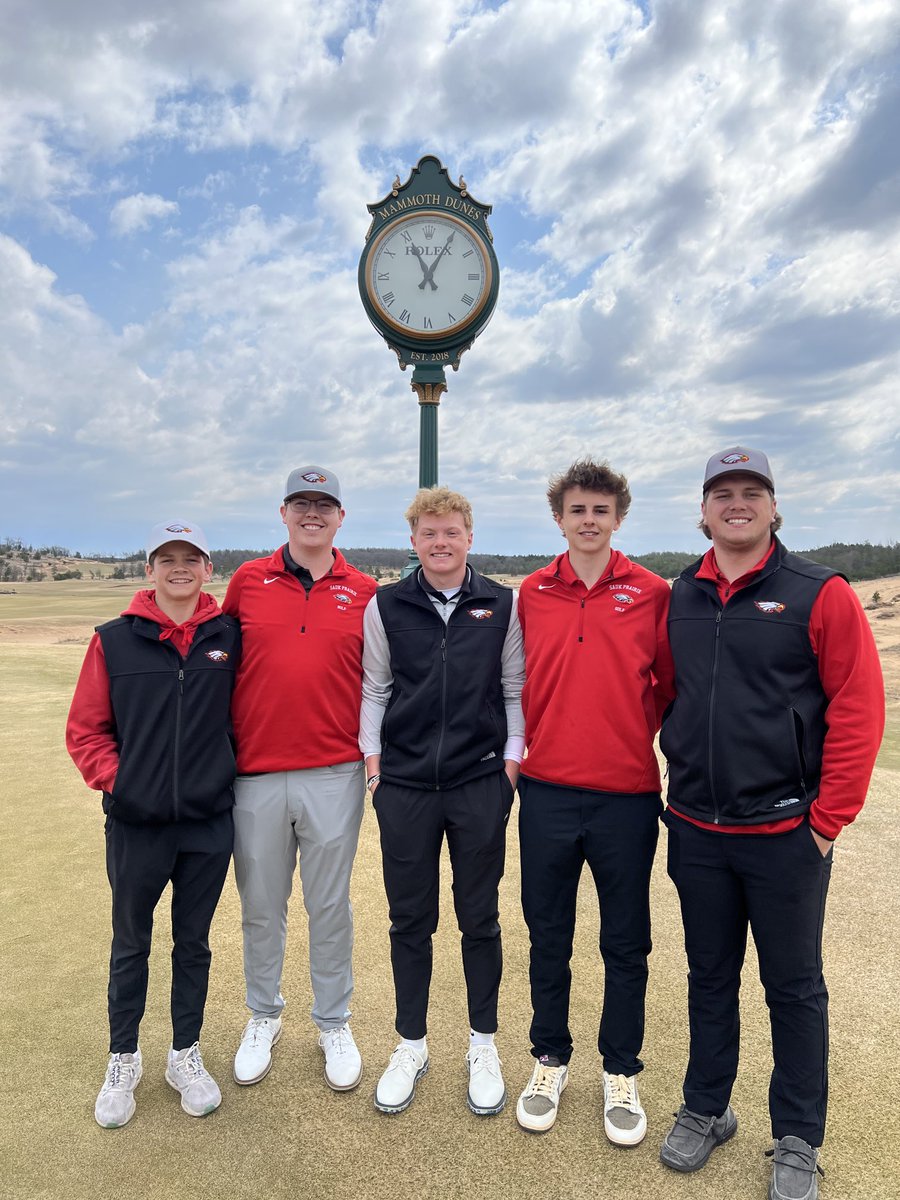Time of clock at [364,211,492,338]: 11:05
